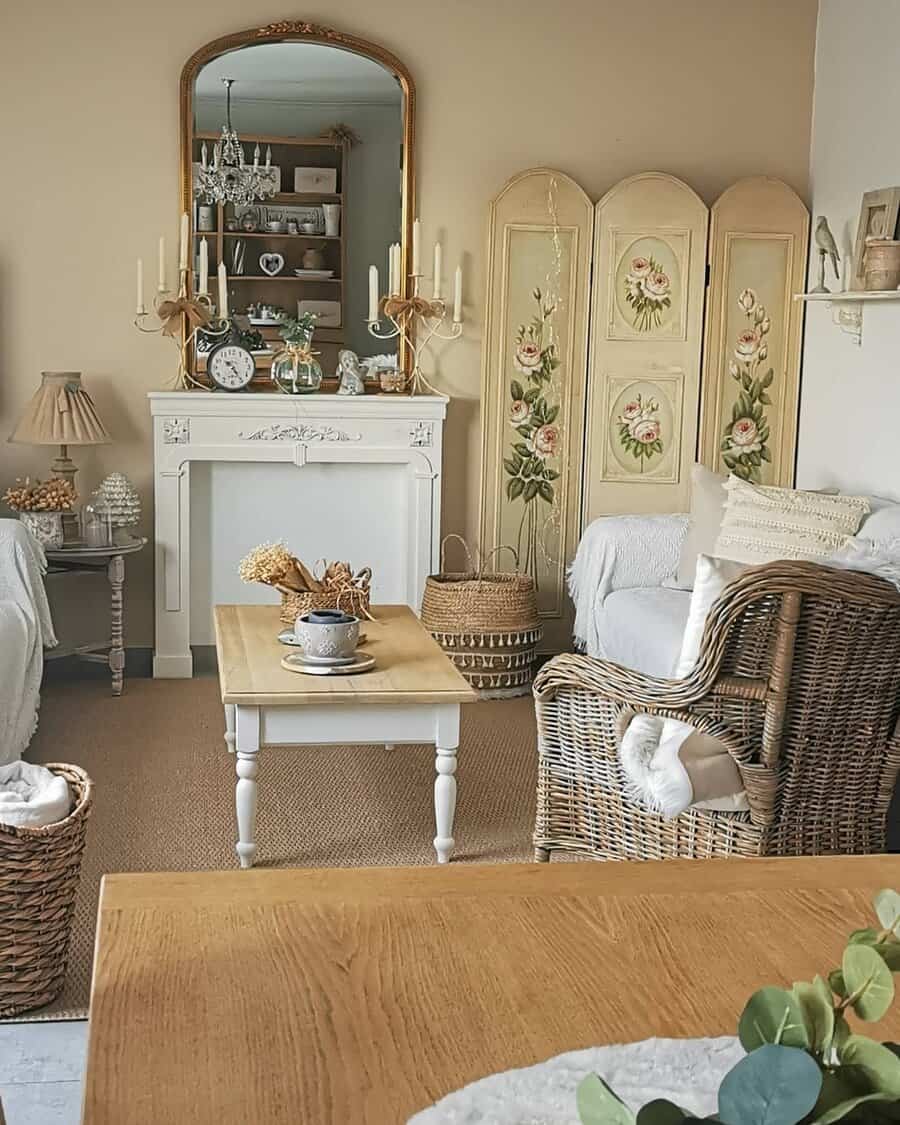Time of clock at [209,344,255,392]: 10:24
